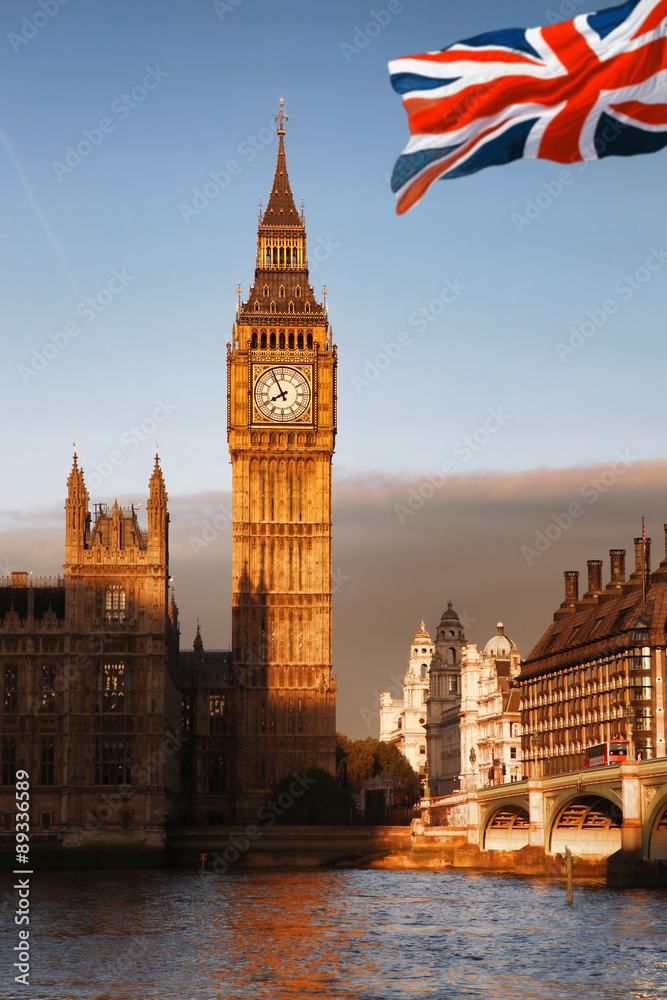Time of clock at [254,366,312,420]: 7:55
